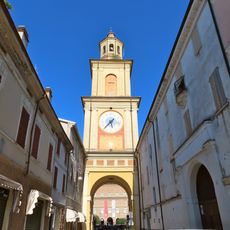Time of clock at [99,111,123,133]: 5:37
